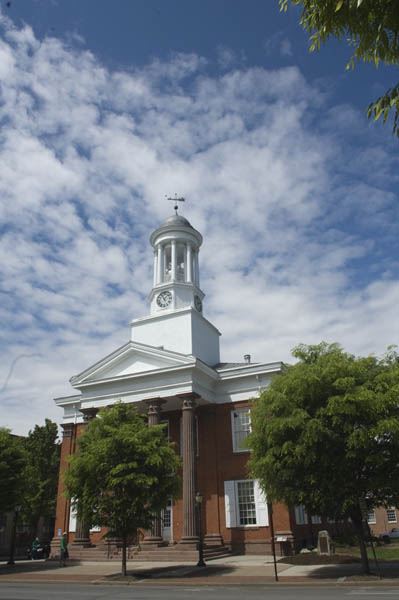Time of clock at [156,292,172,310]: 11:07
